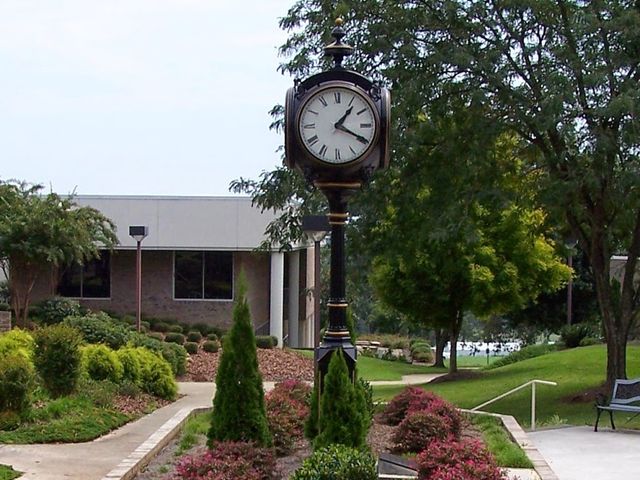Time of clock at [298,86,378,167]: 1:19
